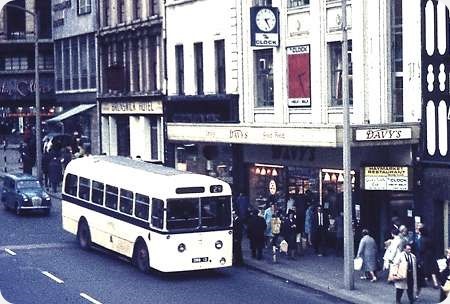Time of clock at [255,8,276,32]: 2:25
